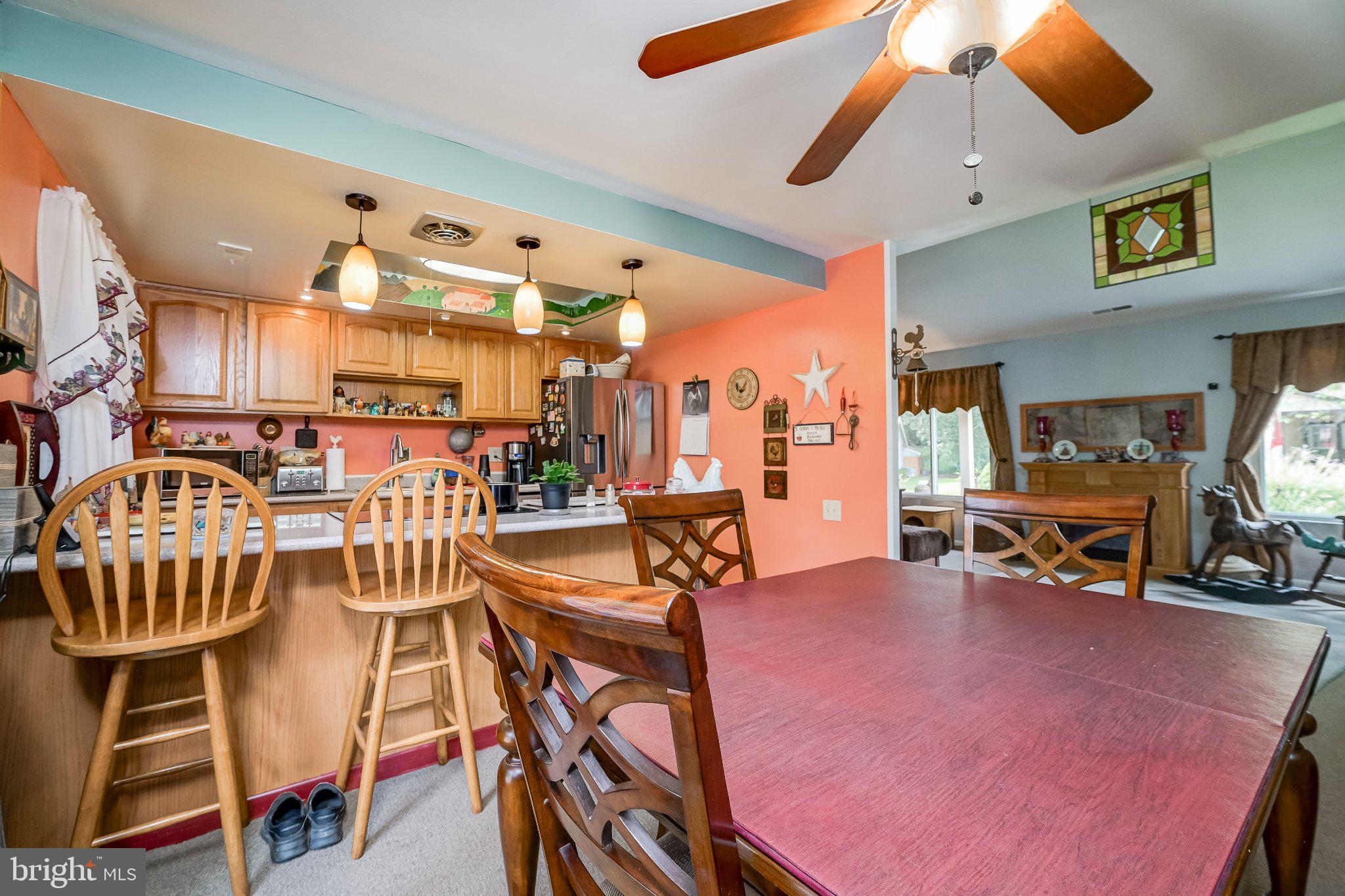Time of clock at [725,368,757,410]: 10:06
